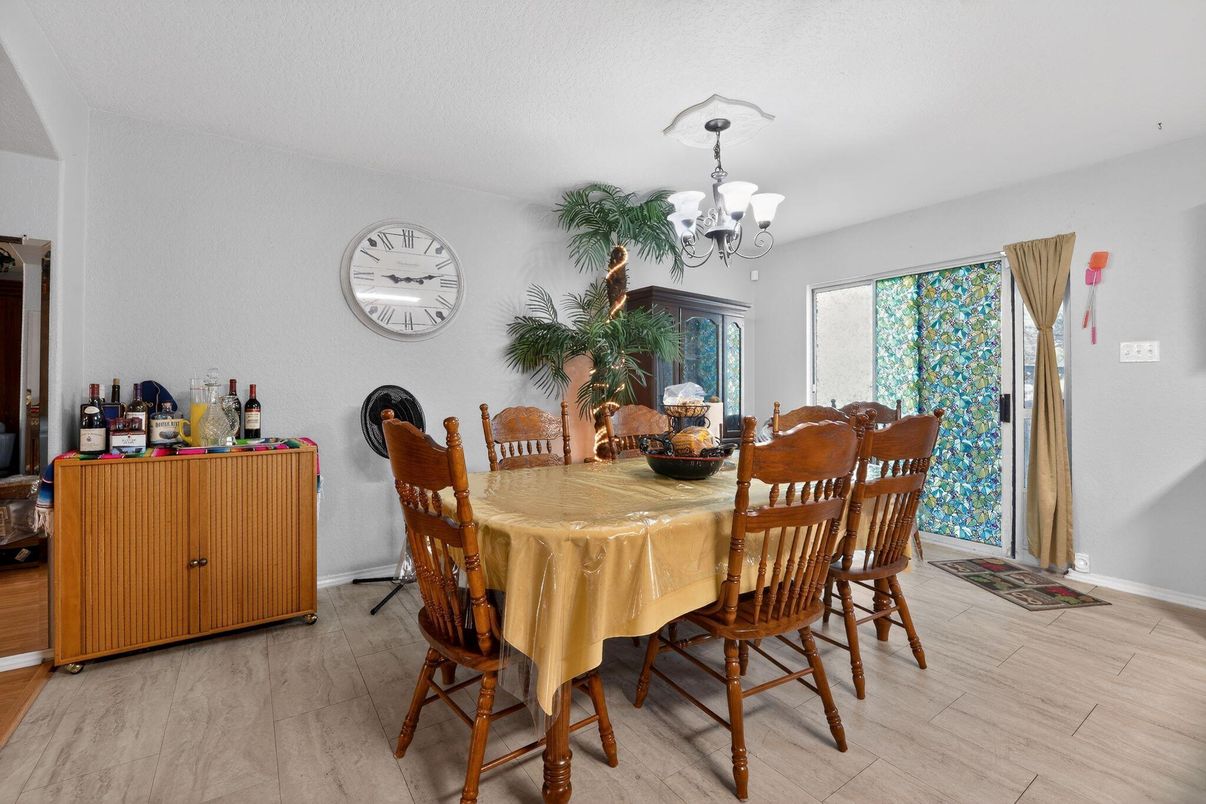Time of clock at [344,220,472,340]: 9:12
